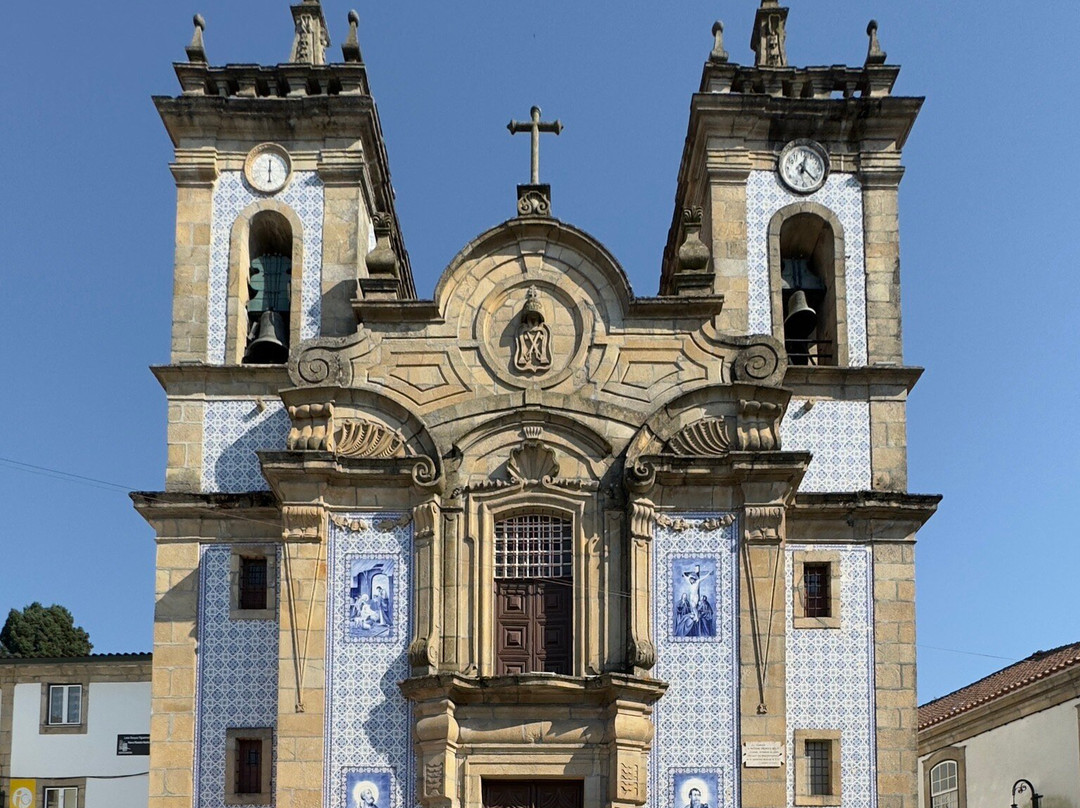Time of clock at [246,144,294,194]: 6:00
